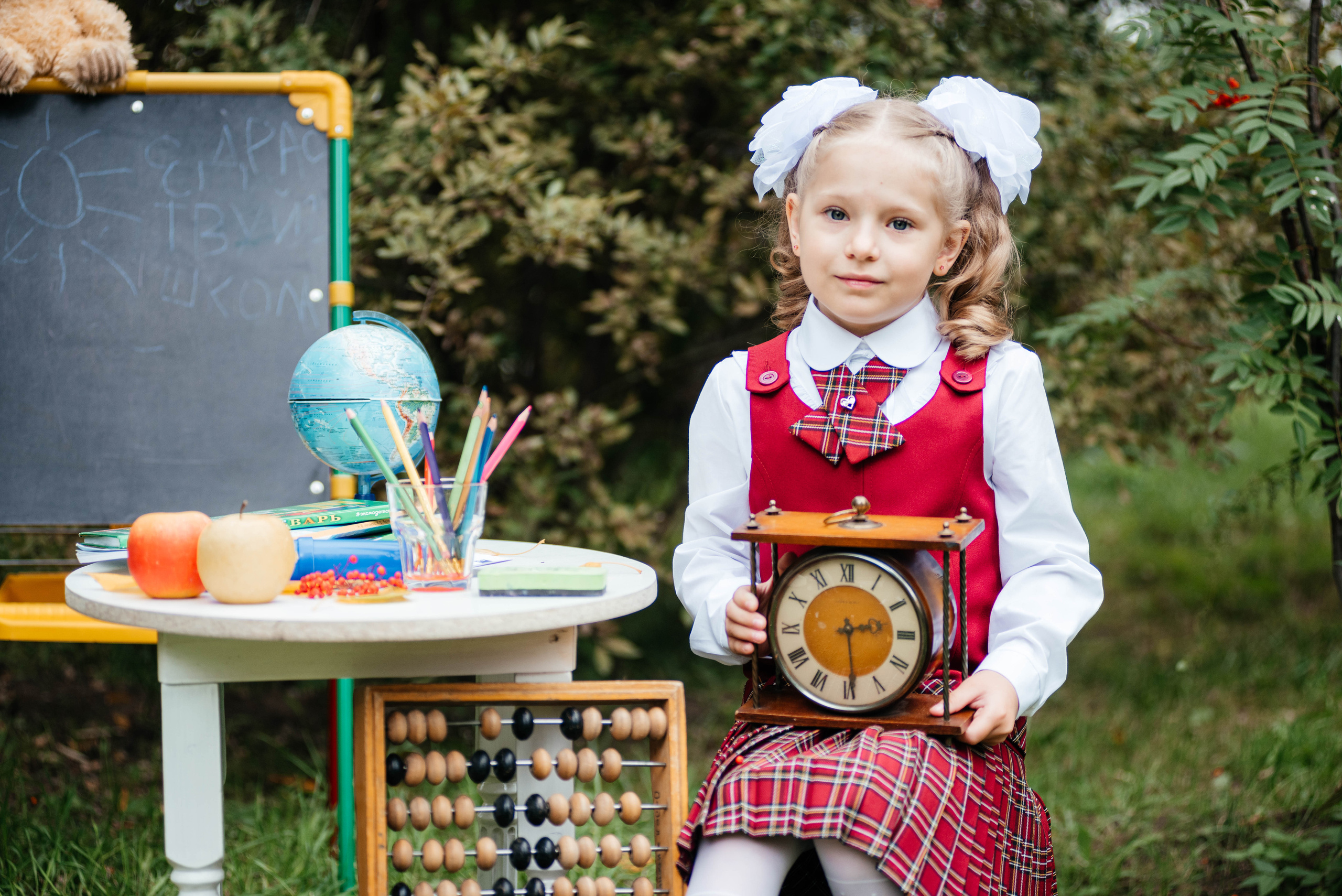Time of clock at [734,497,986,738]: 2:29
